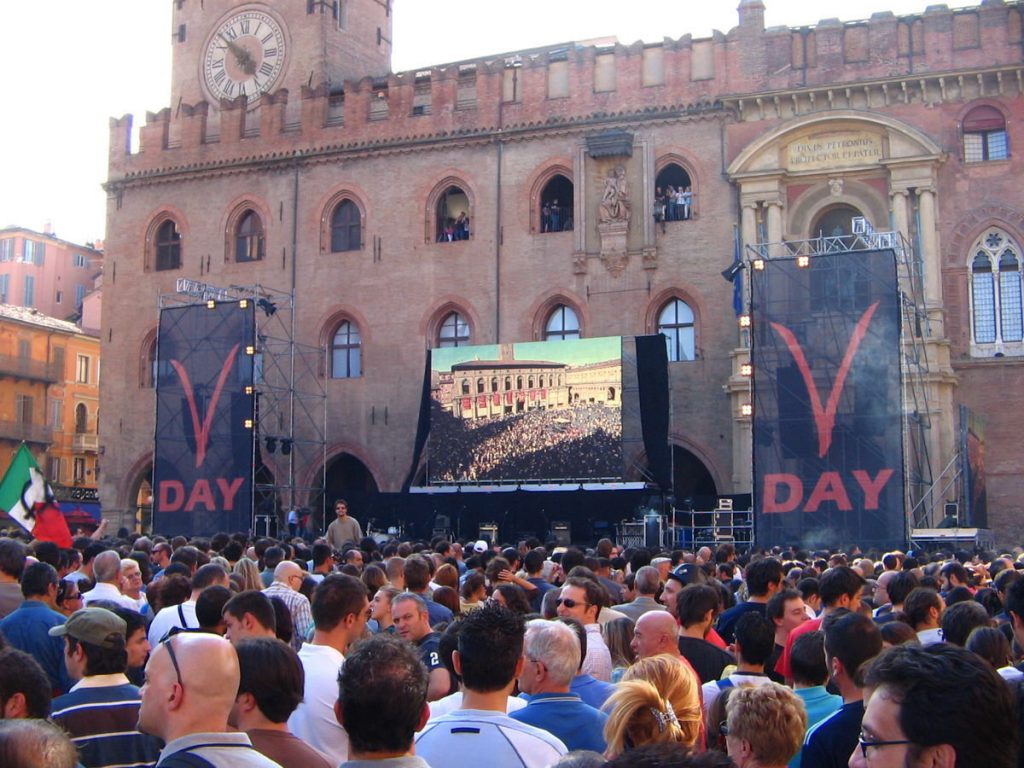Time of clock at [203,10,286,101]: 4:52
